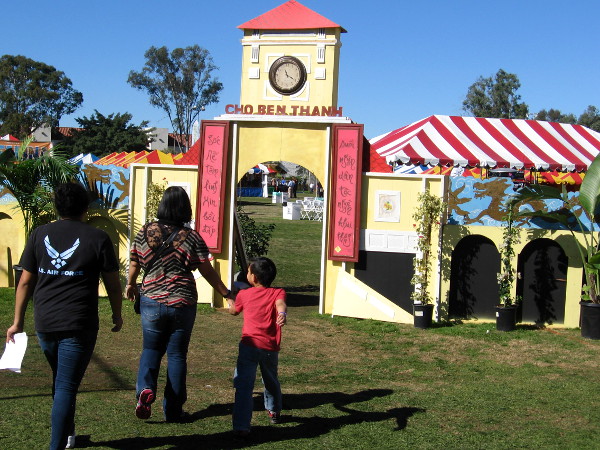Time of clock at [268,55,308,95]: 11:20
